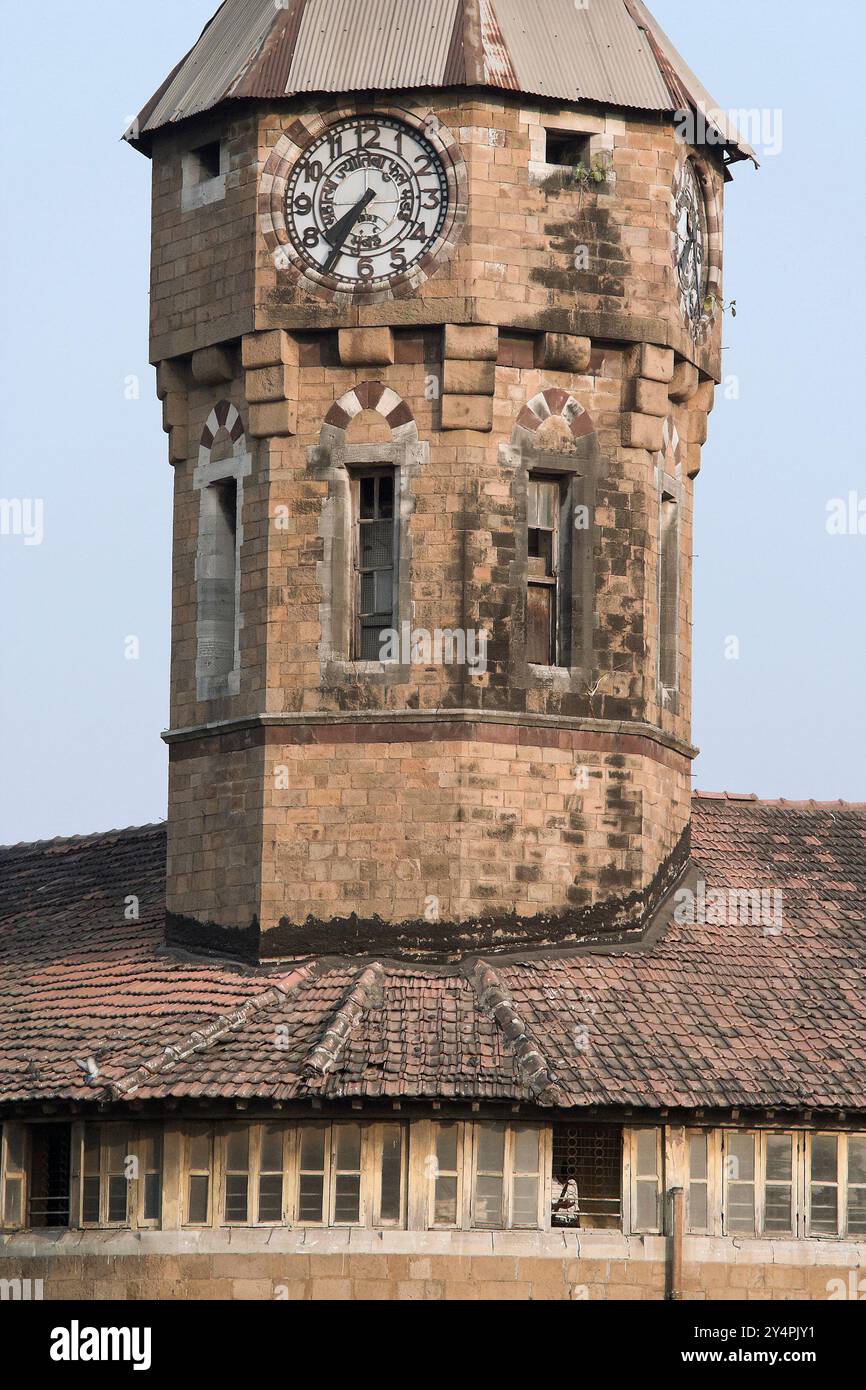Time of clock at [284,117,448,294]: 7:35
